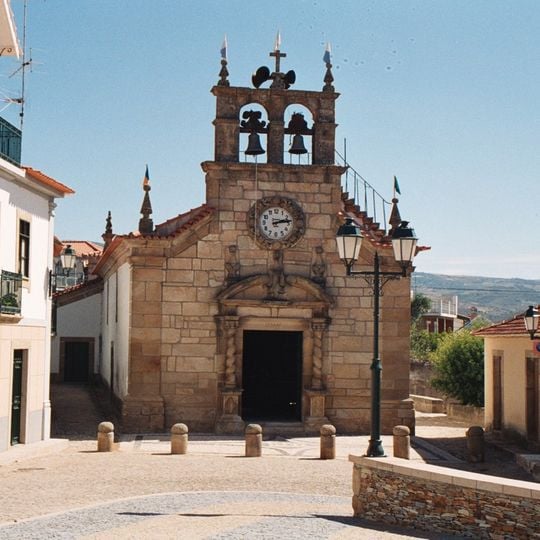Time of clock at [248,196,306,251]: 2:13
